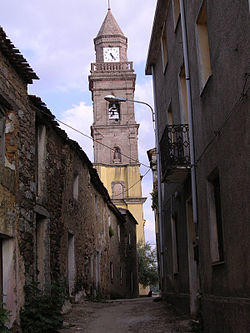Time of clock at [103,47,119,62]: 5:24
